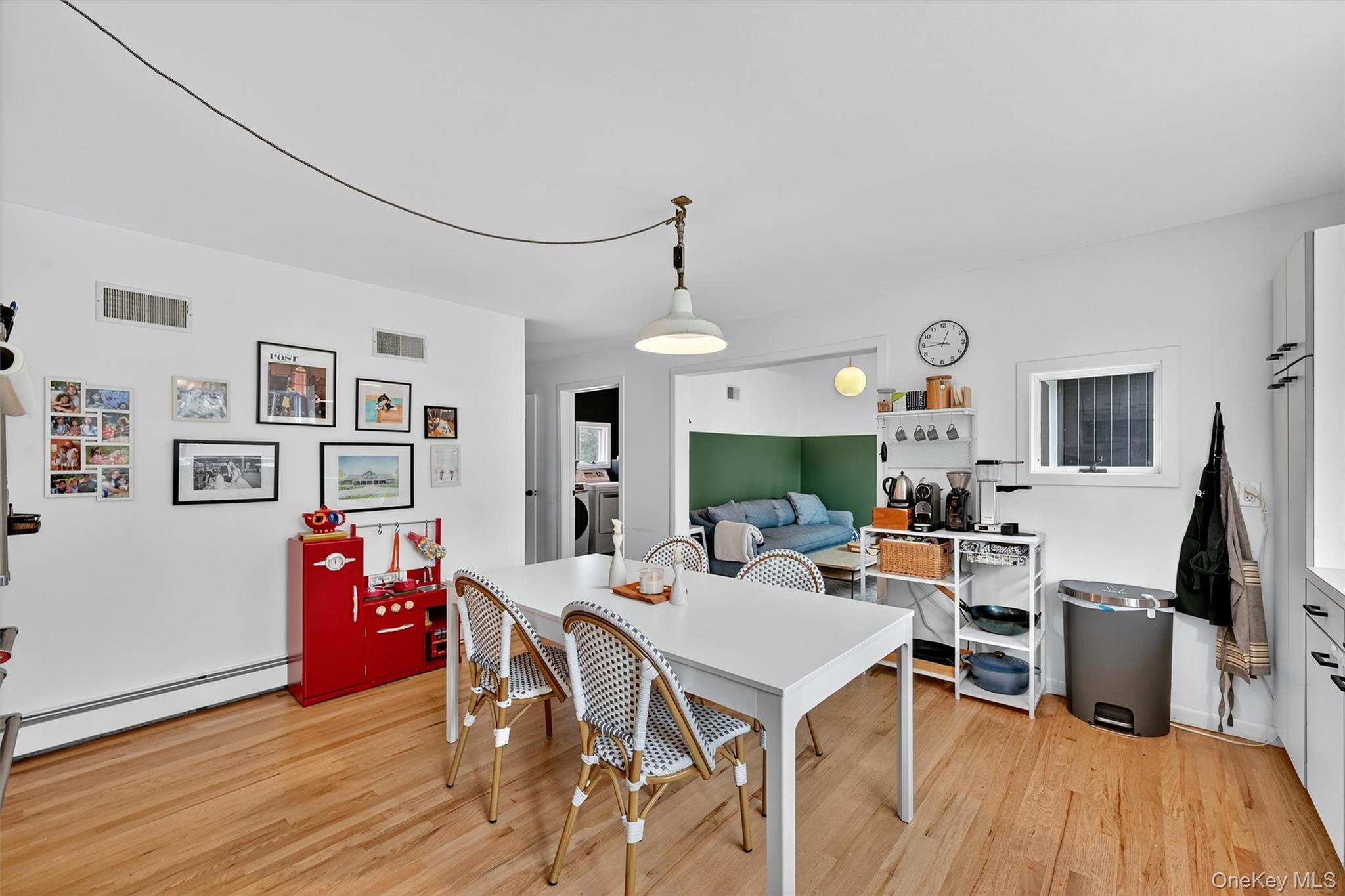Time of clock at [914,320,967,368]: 12:44
